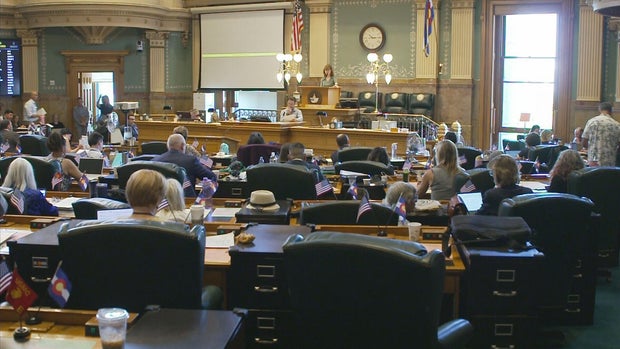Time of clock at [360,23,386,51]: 10:14
